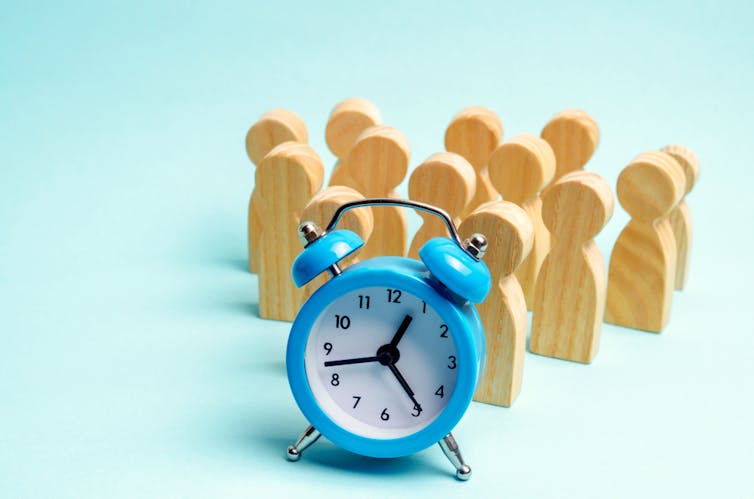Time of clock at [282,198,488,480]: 12:42
